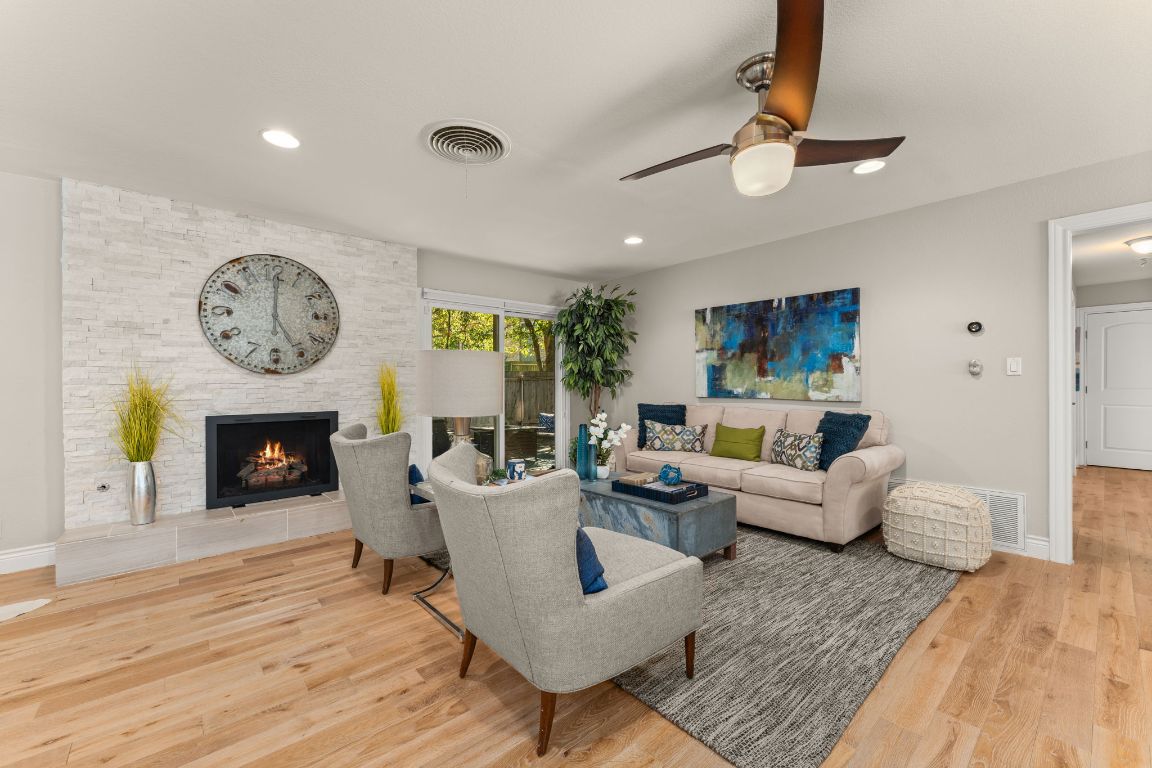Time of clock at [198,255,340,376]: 5:00
